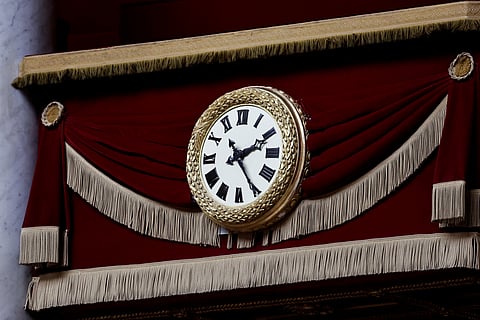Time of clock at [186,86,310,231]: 2:24
